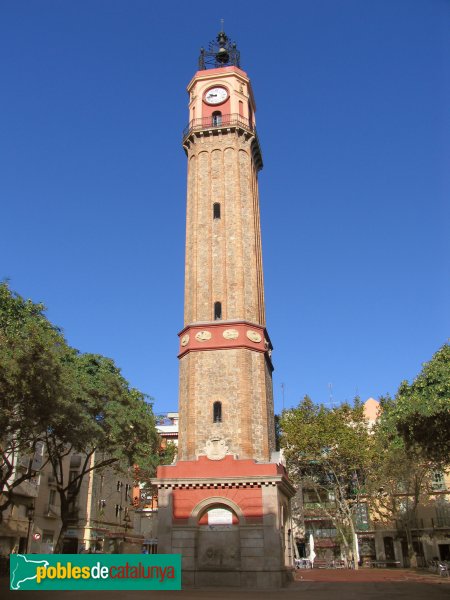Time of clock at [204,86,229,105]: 9:42
